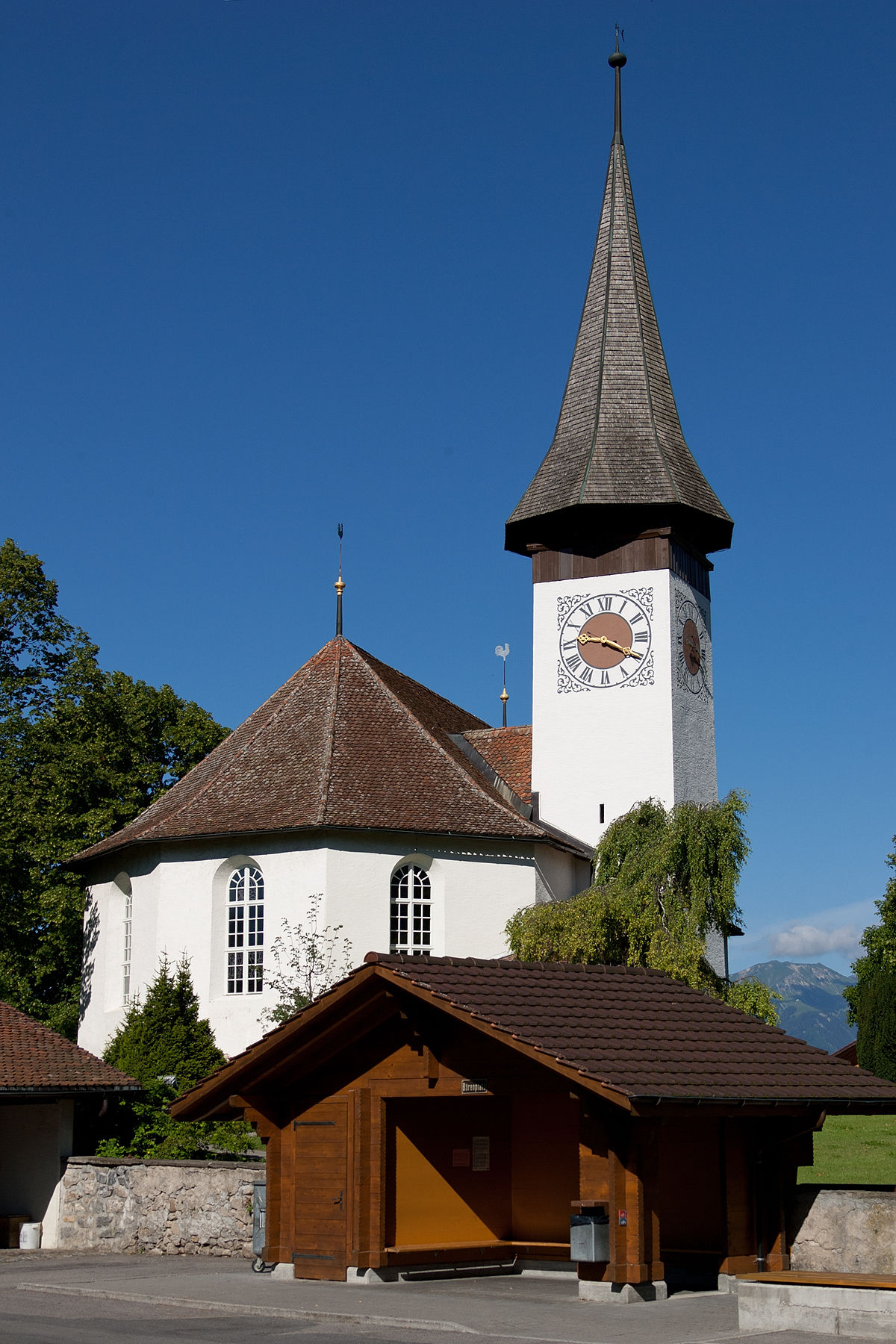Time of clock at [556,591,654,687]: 9:20
